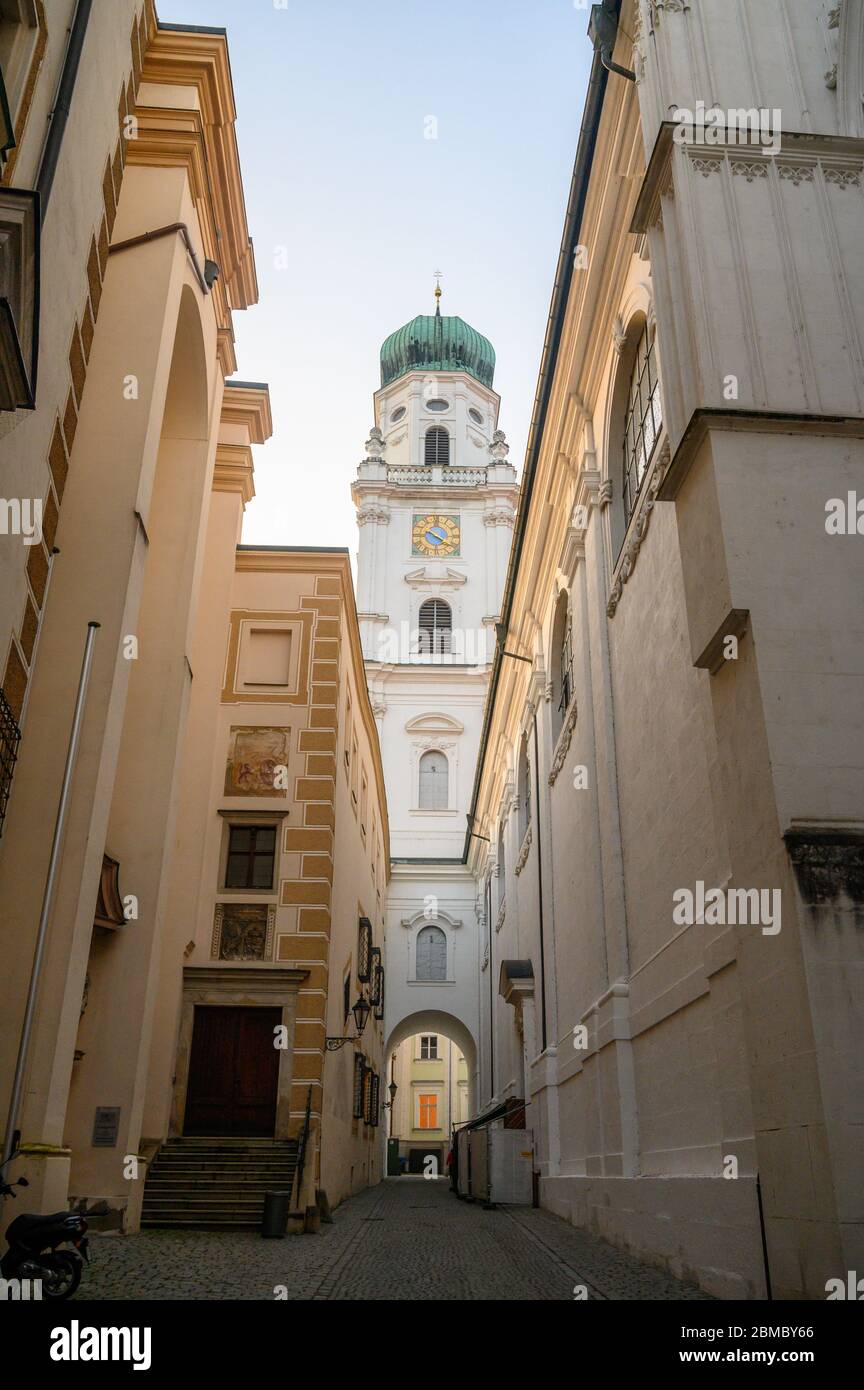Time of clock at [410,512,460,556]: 4:20
